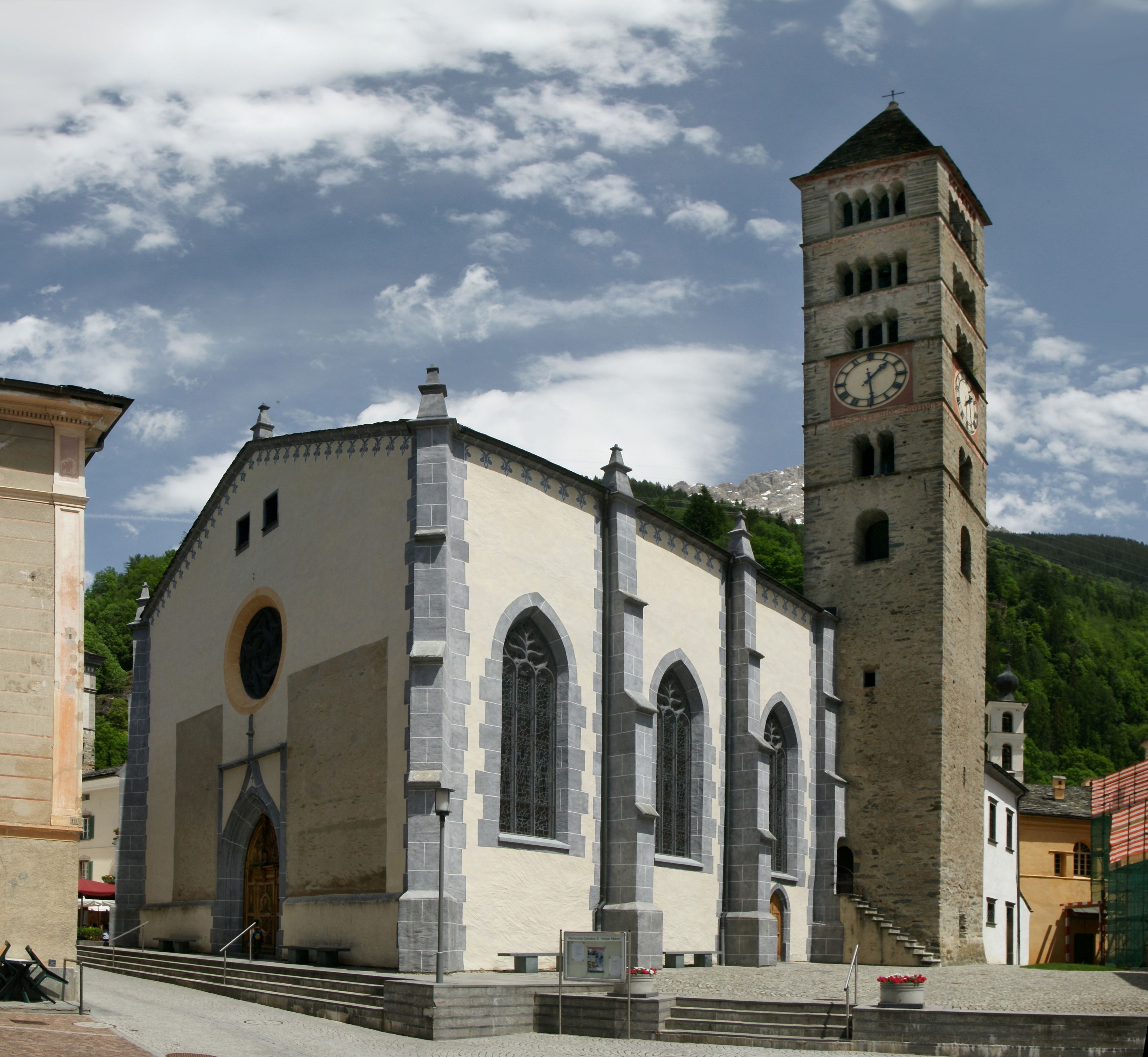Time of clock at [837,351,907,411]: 1:29
